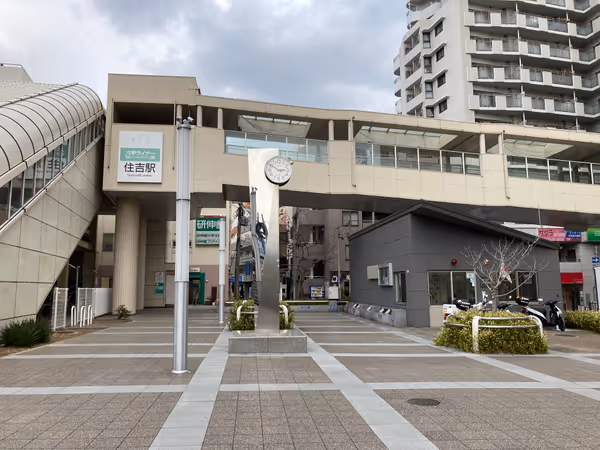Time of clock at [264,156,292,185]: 2:50
